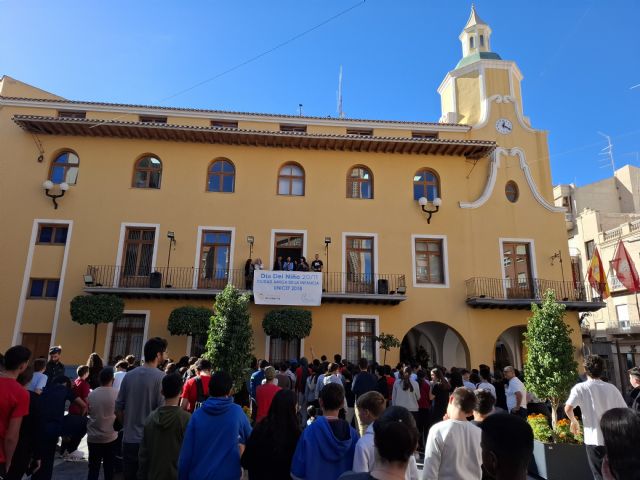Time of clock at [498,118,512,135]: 12:19
